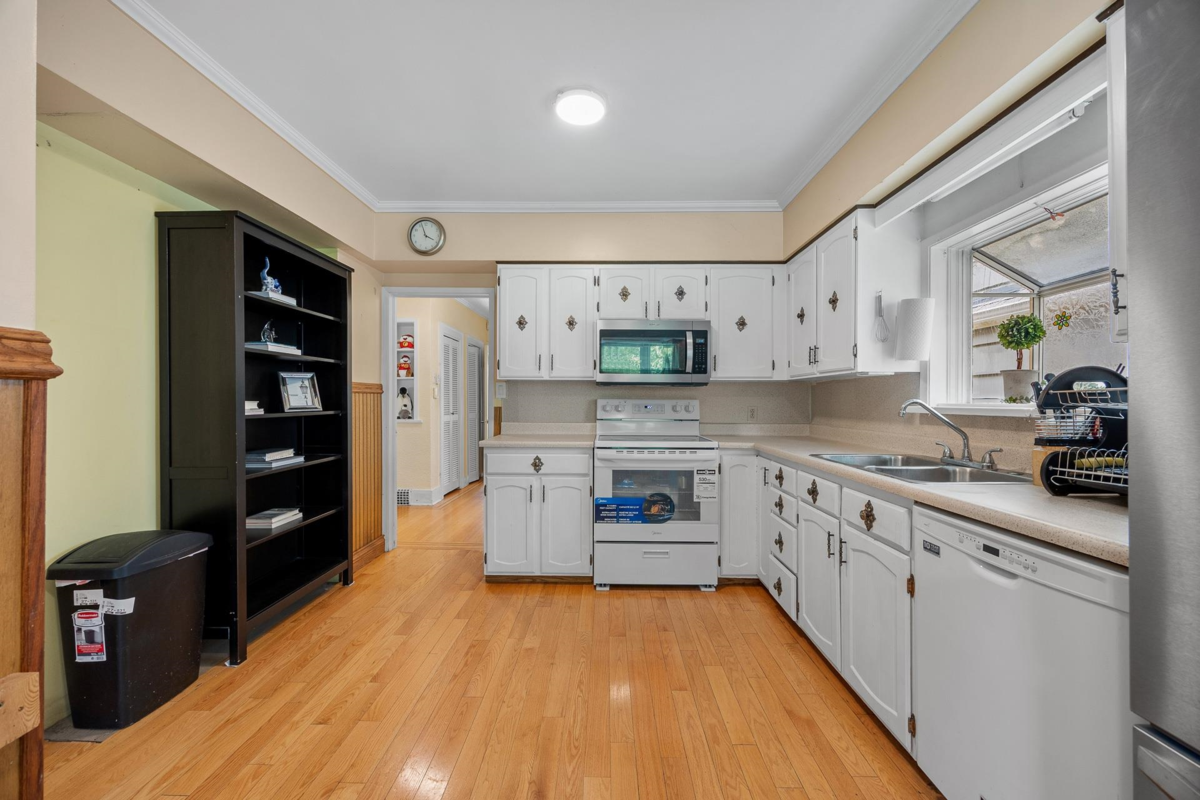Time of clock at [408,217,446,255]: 3:56
